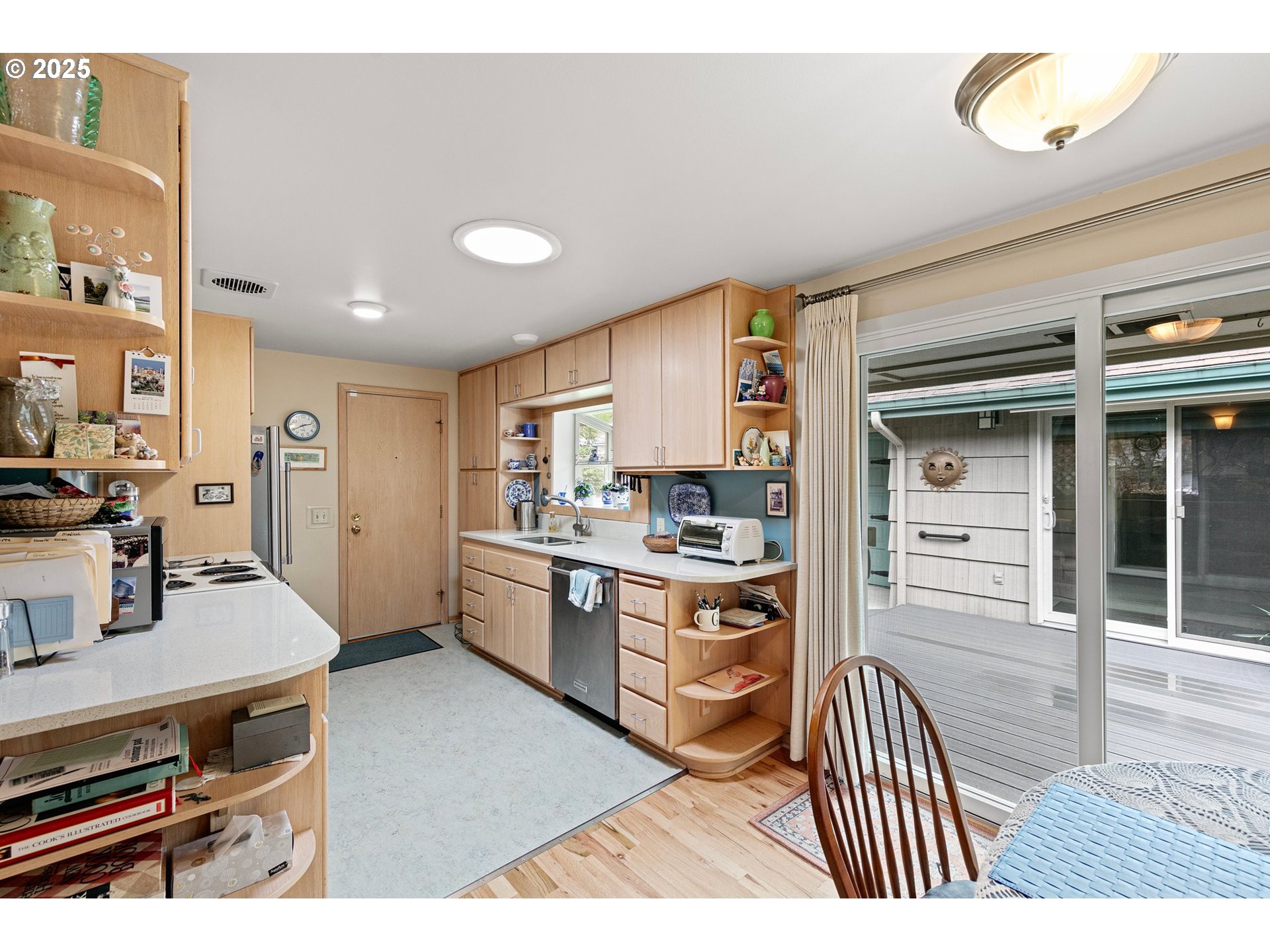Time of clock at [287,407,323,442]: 2:40
